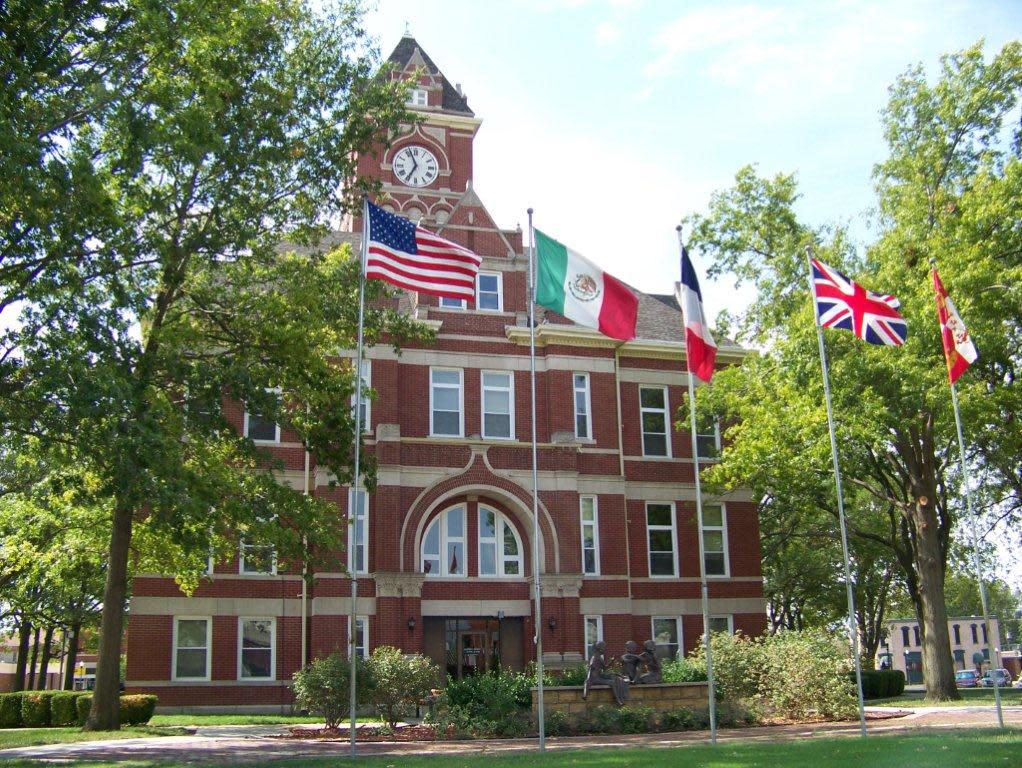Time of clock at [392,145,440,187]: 6:56
